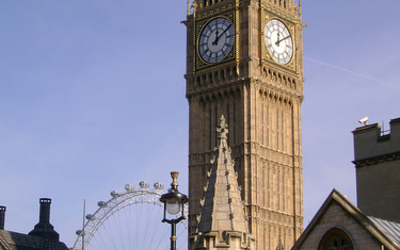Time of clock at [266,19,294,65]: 12:09
